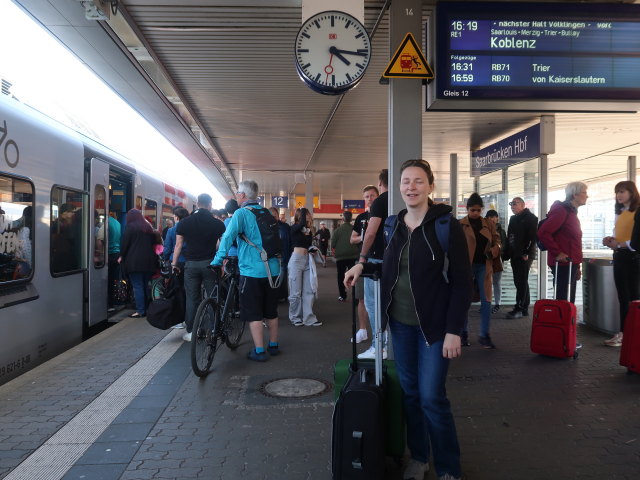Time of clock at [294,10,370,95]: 4:16
